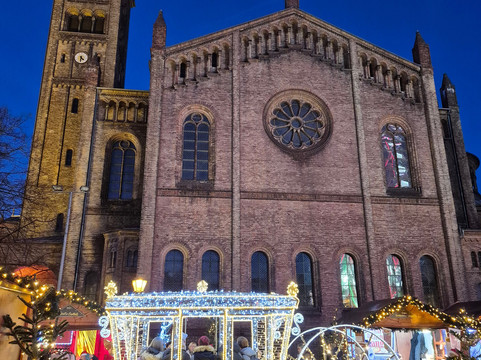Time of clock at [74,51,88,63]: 4:31
